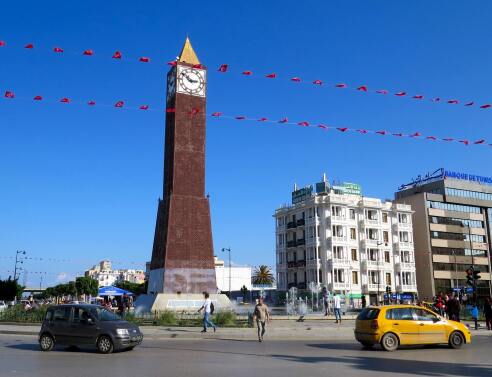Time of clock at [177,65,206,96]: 2:50
